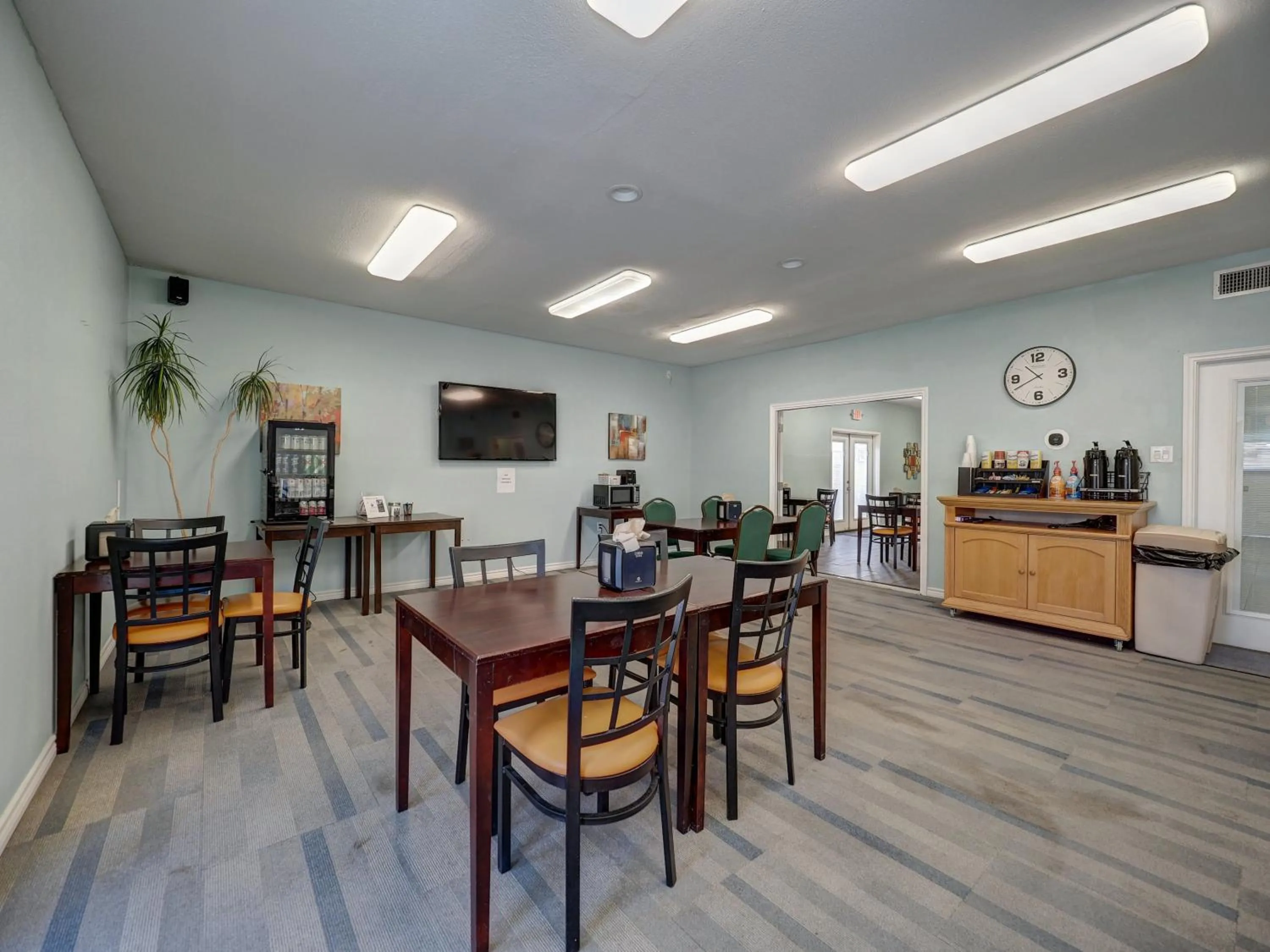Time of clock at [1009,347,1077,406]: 10:40
